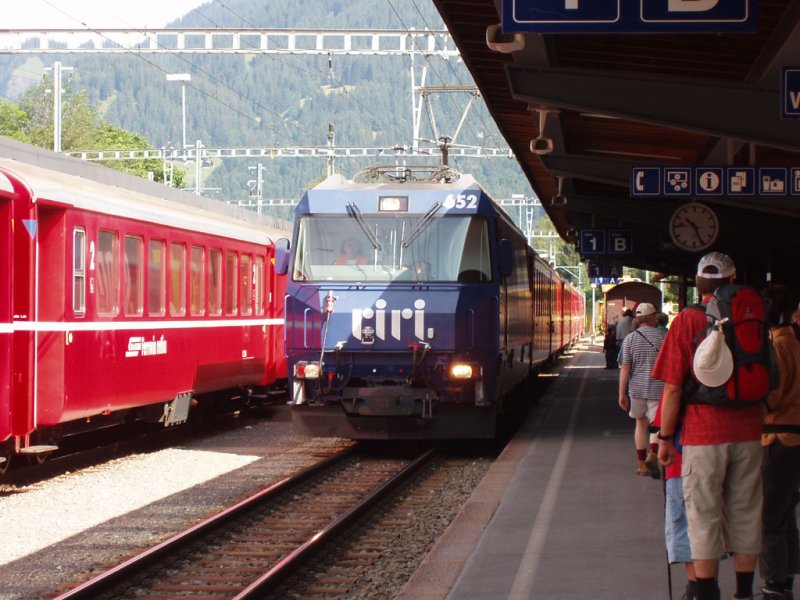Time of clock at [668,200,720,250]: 10:26
